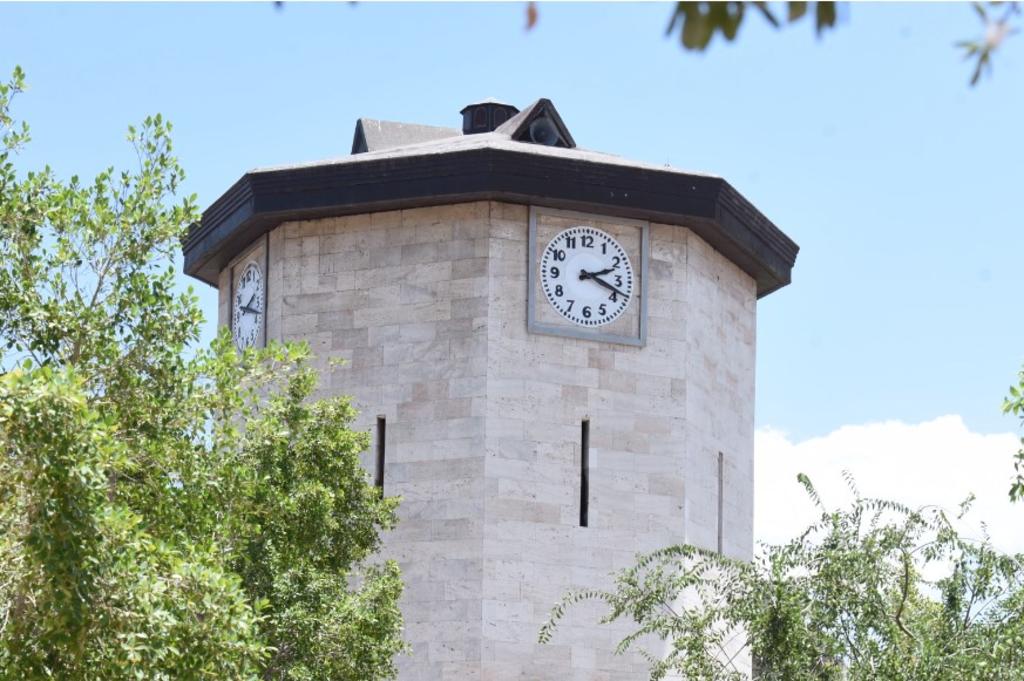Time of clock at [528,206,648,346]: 2:18
